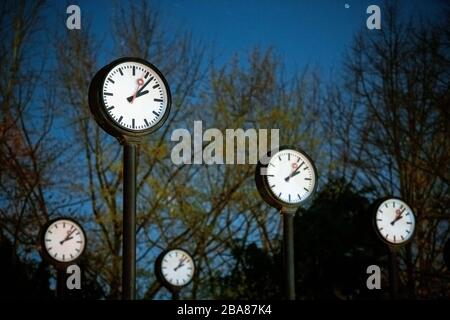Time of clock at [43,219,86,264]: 2:07
